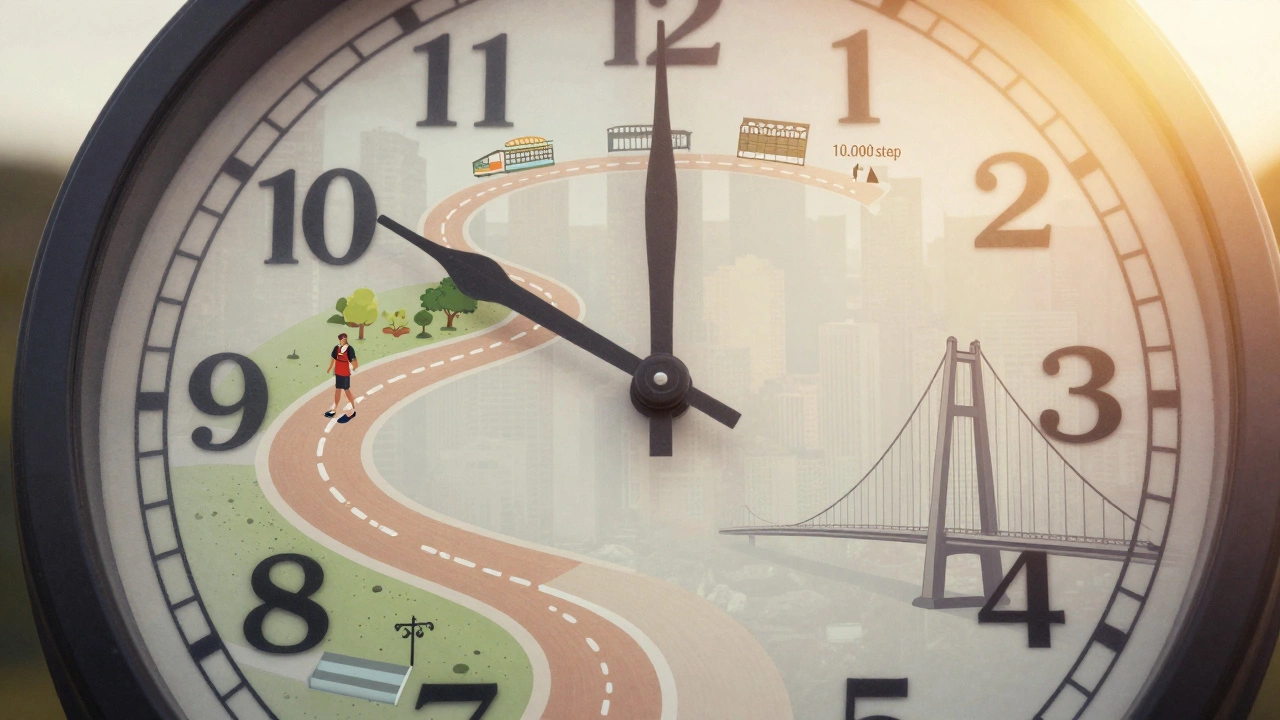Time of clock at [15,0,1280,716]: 9:59
